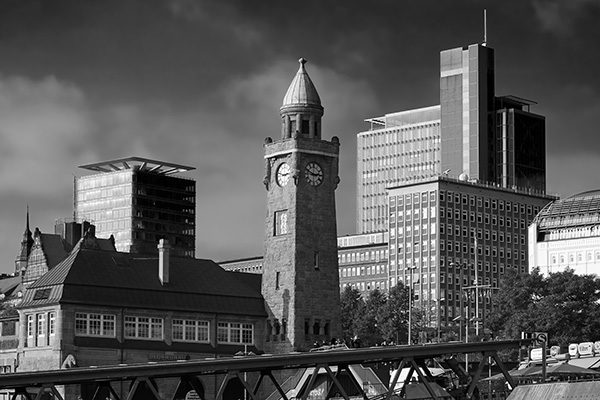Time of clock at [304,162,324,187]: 2:48
